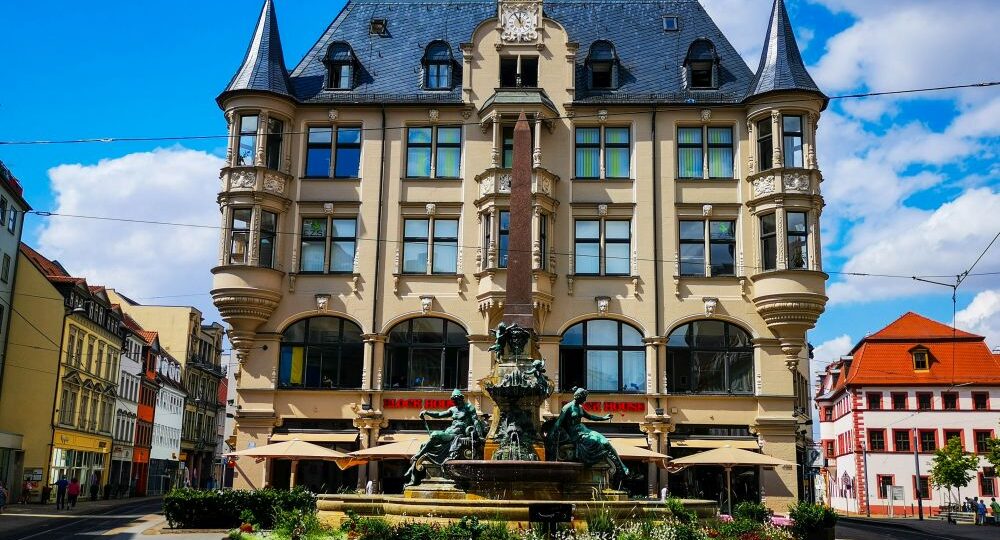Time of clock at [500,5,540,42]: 11:54
